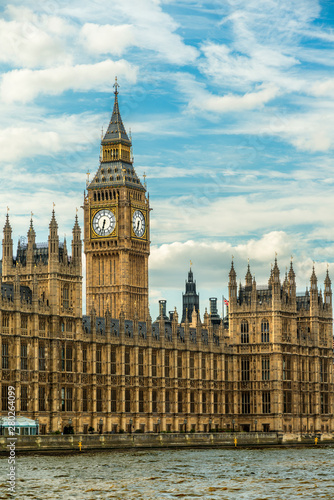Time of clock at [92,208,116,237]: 6:32
